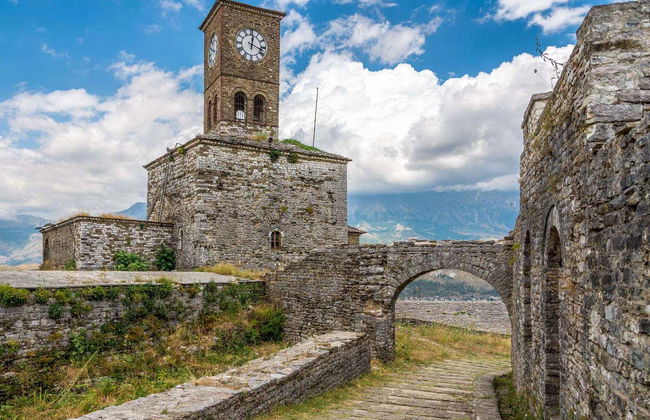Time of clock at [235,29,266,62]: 12:18
